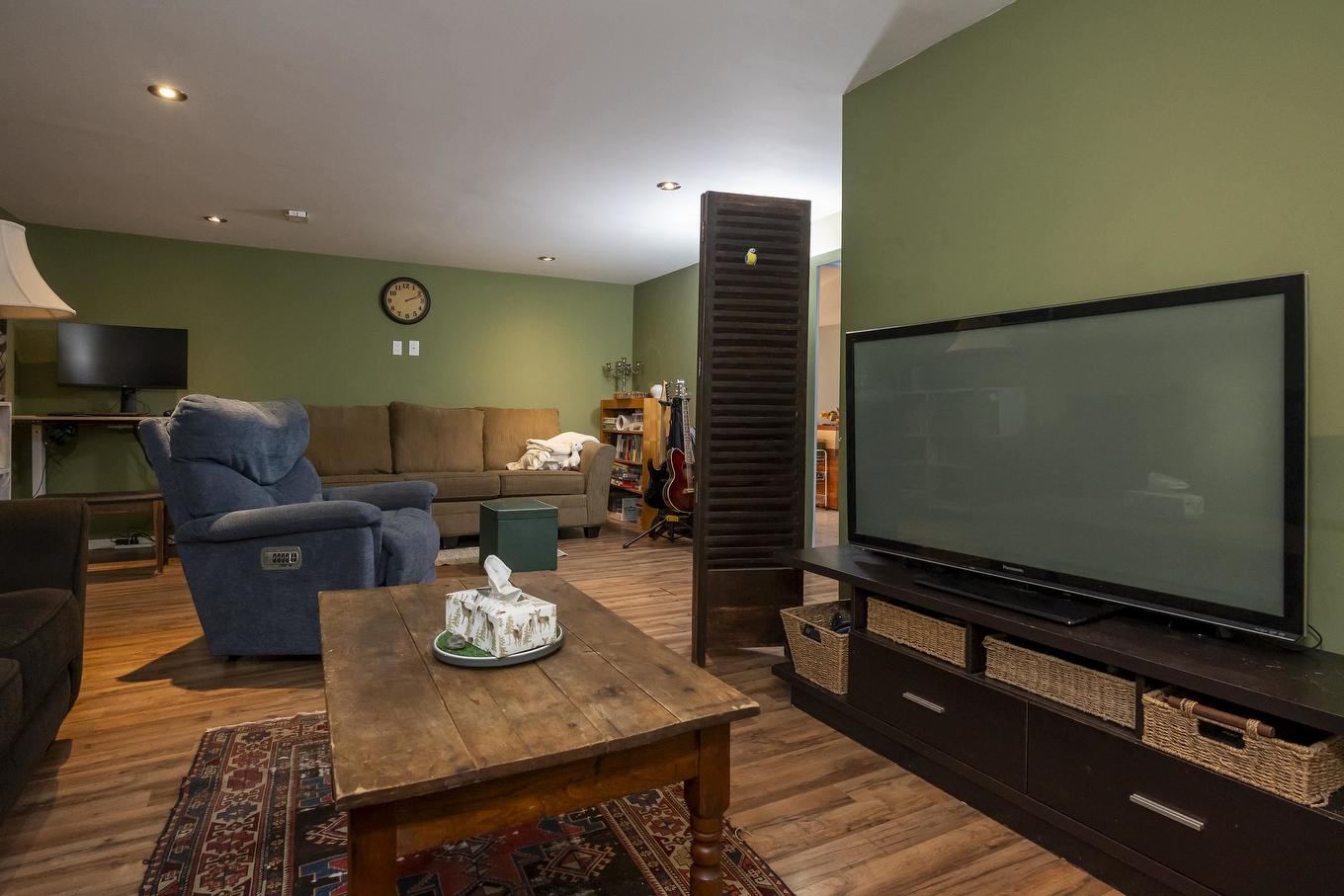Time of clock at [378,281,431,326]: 2:11
